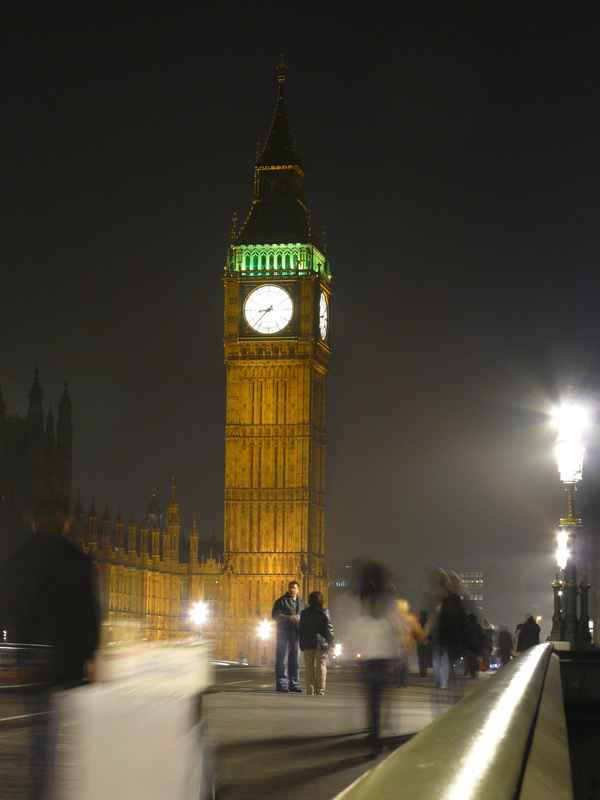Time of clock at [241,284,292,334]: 8:37
